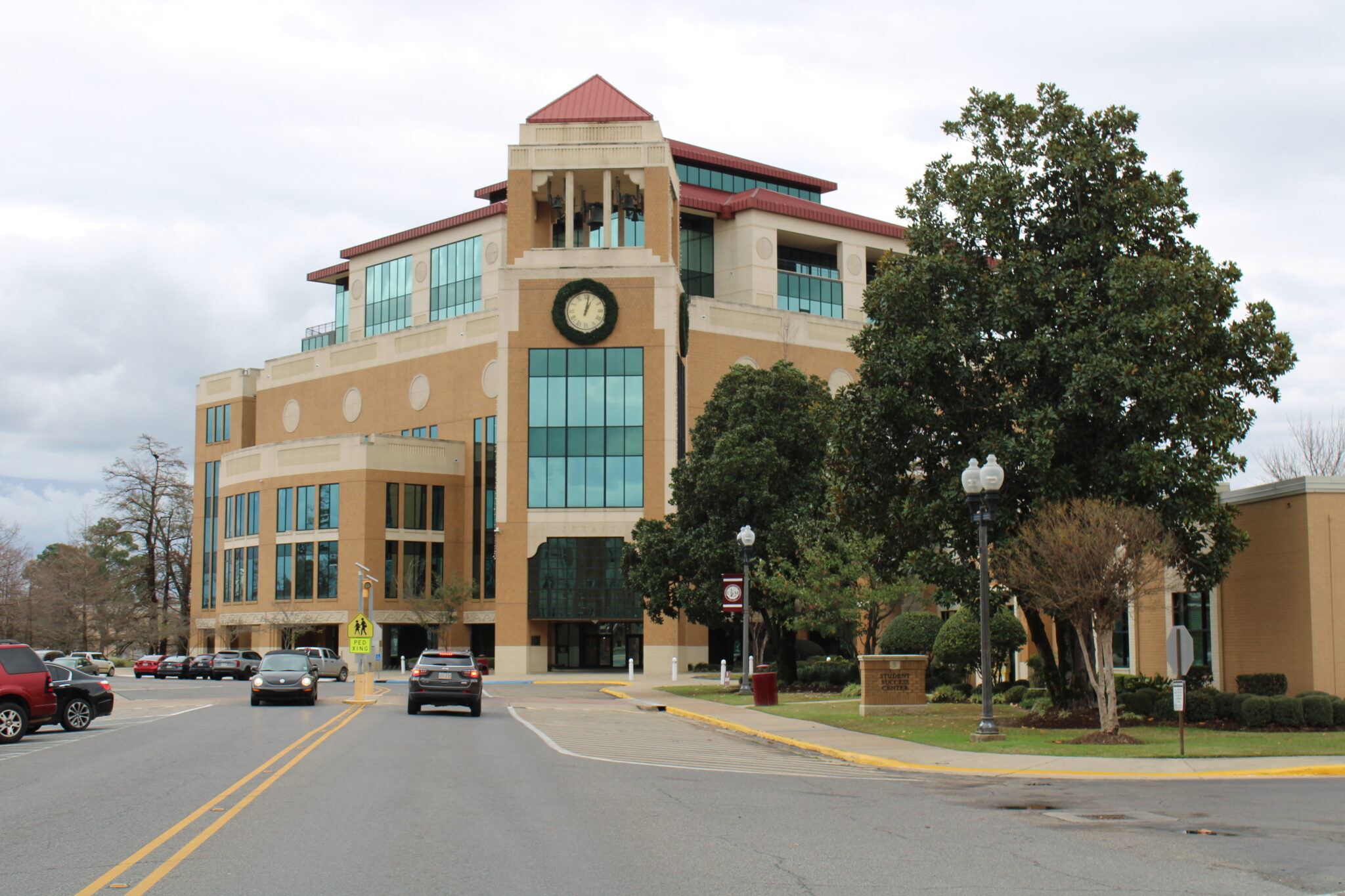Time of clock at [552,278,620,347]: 1:02
